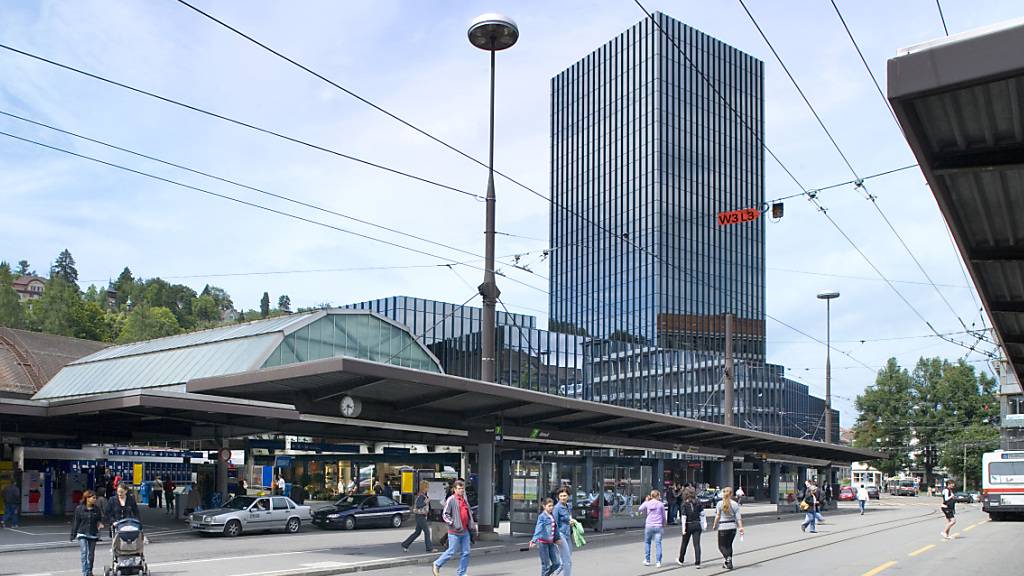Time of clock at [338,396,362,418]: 3:31
